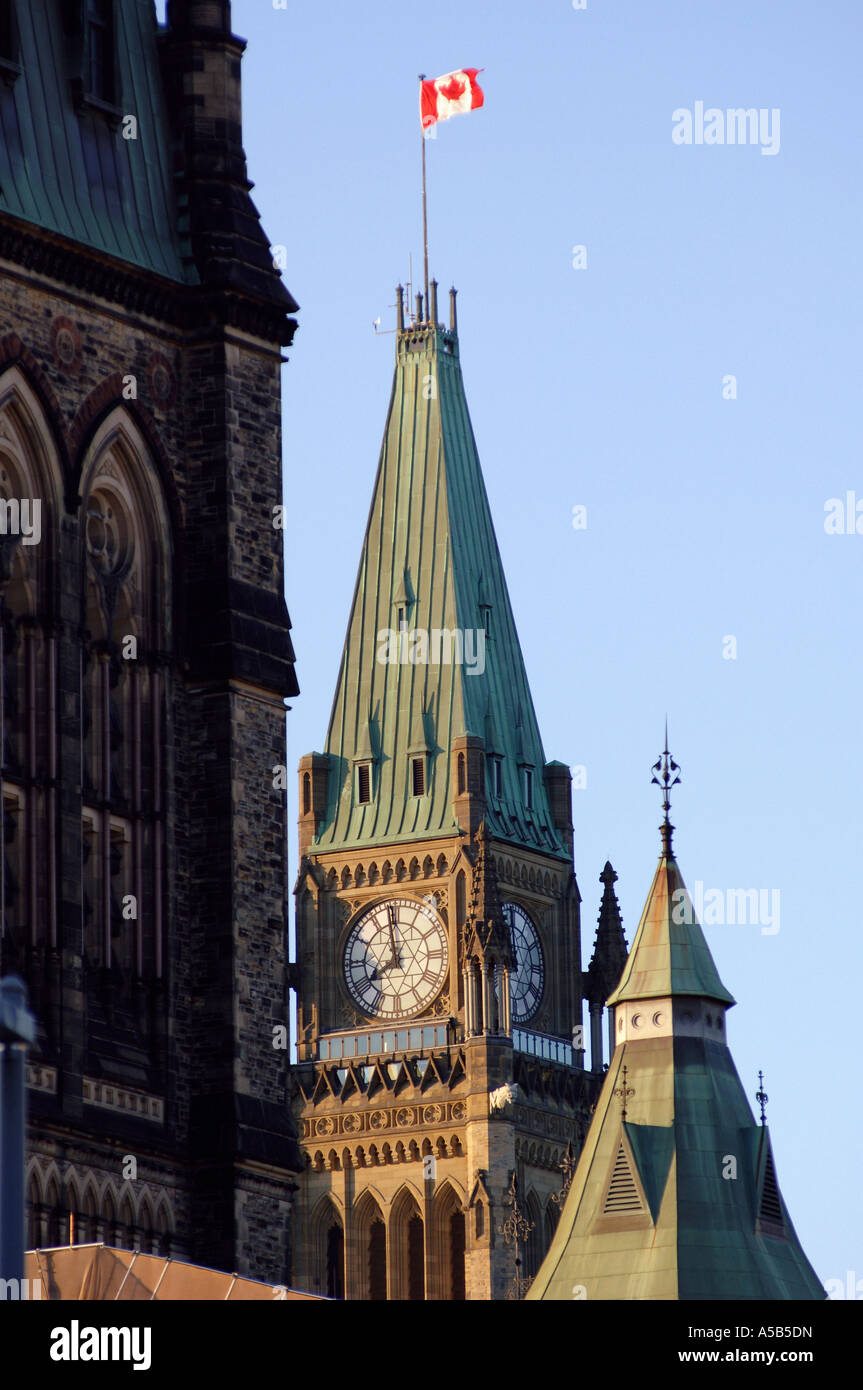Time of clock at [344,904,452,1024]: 7:58
